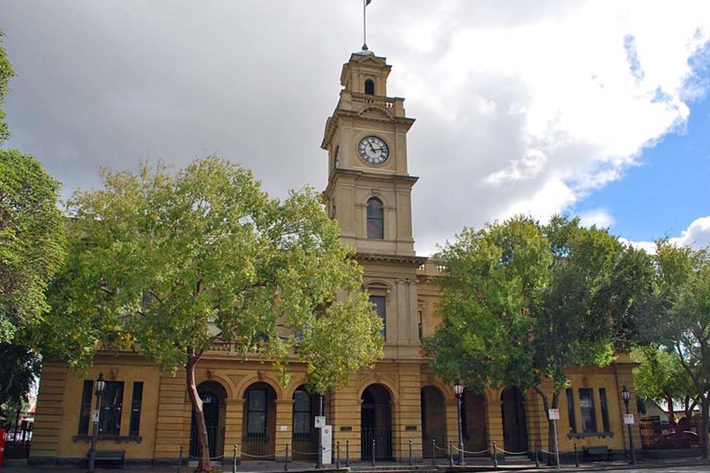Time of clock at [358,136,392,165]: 11:12
